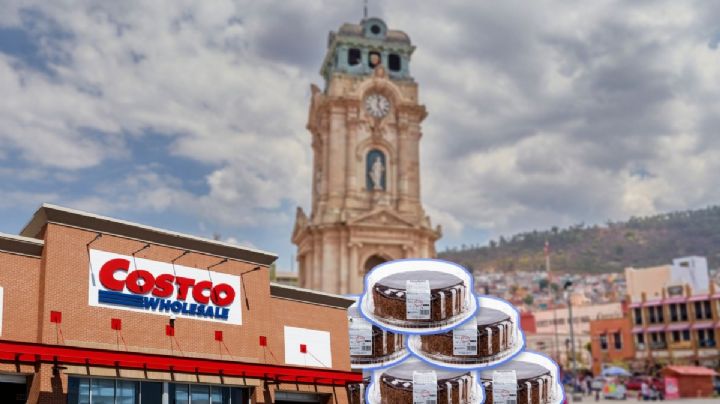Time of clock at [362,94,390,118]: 12:24
